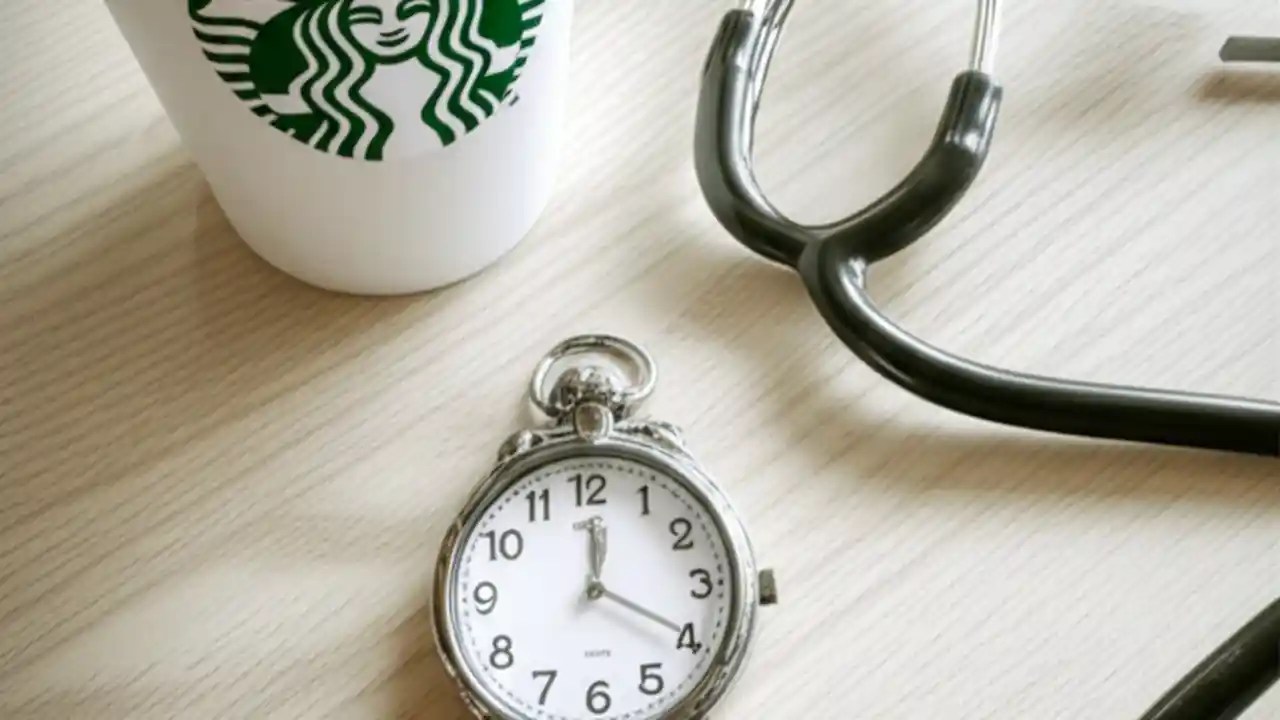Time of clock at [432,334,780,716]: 12:19
